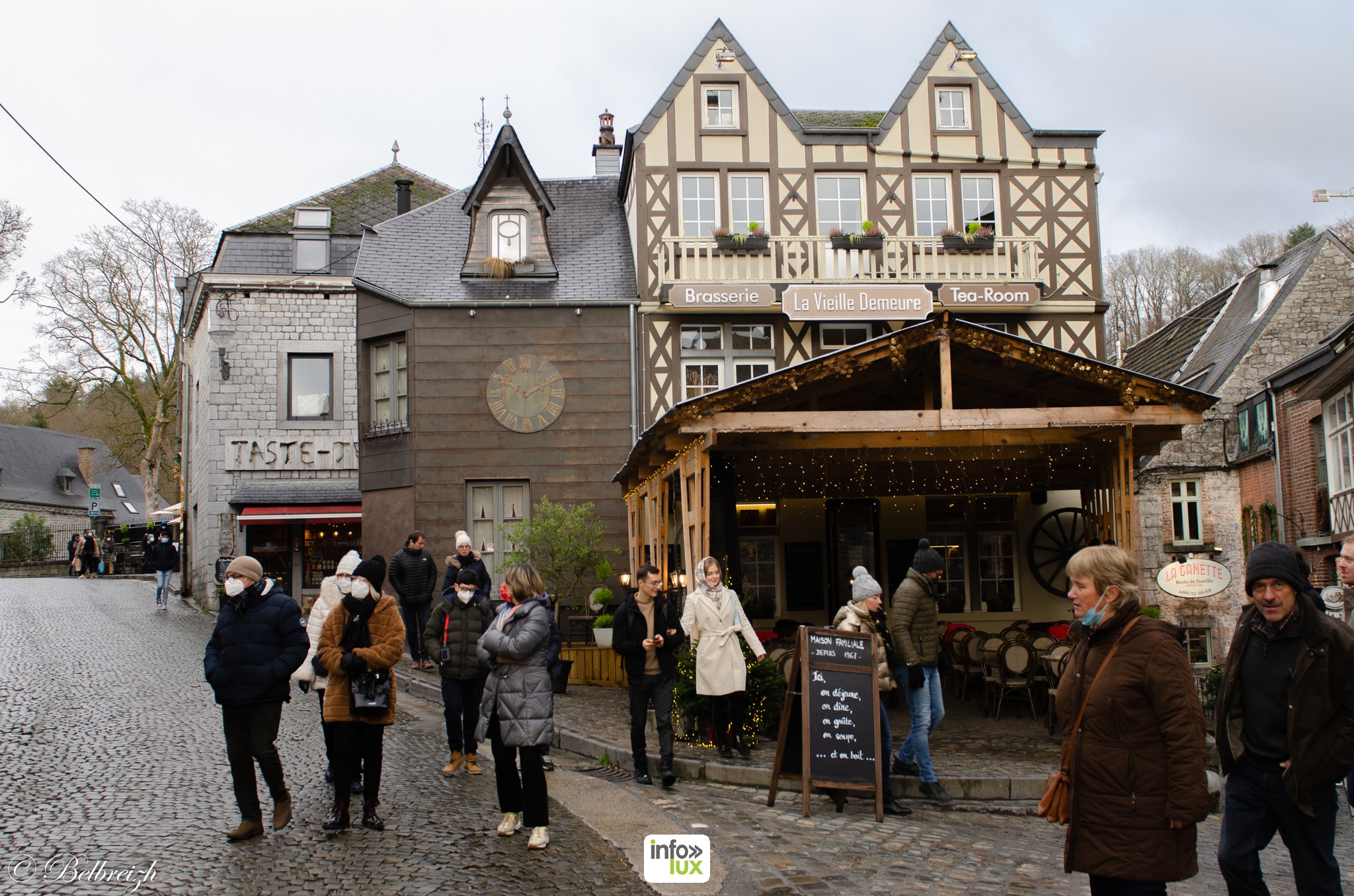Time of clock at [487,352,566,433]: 10:10
